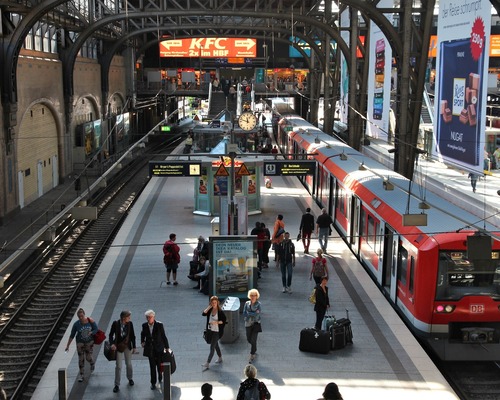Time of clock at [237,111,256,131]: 11:47
